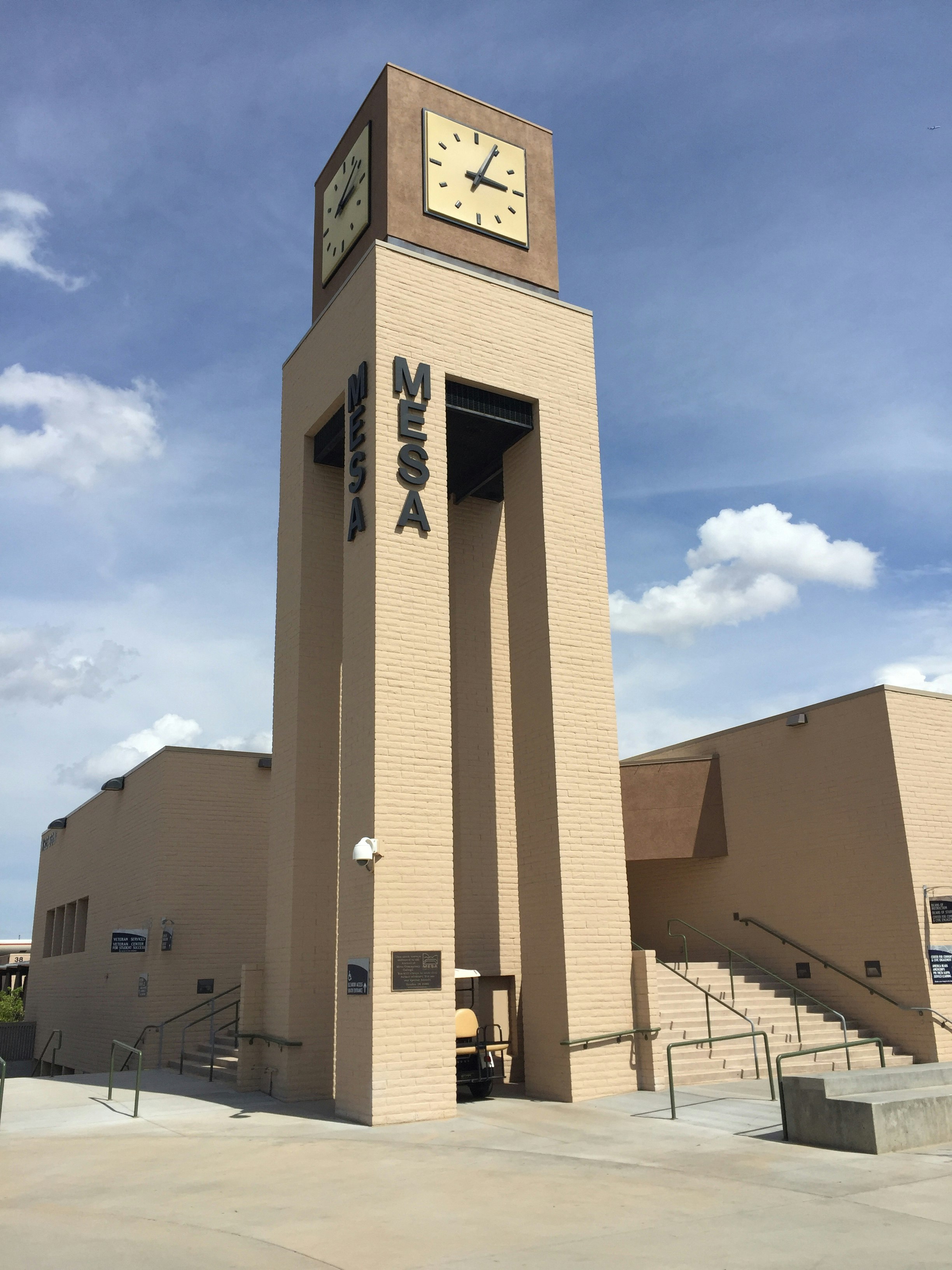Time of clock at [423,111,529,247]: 3:04
